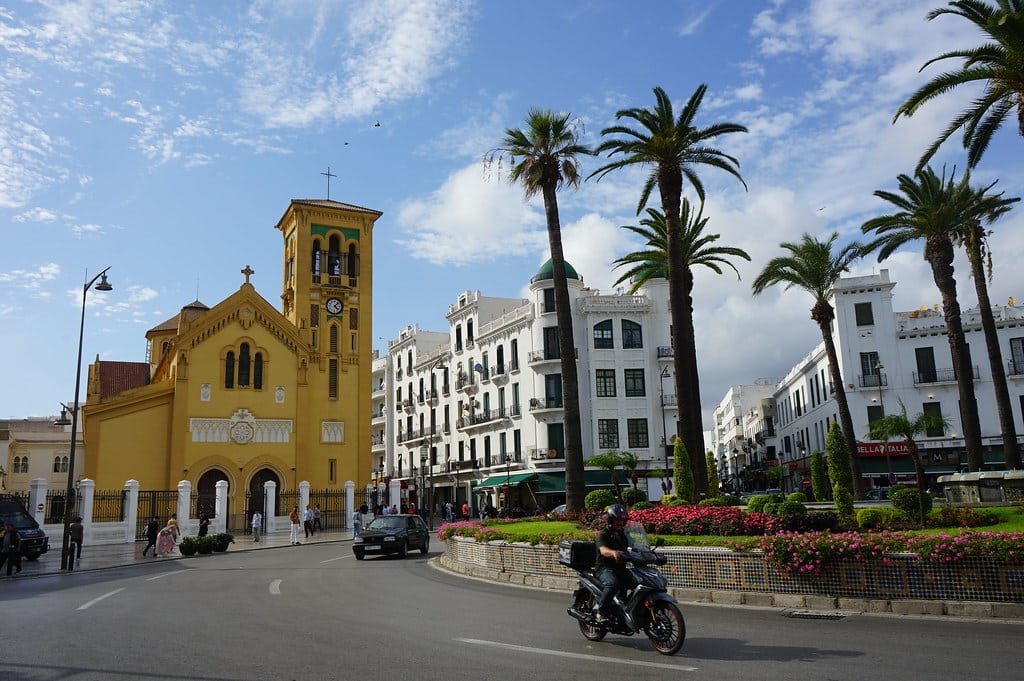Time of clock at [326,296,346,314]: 4:07
